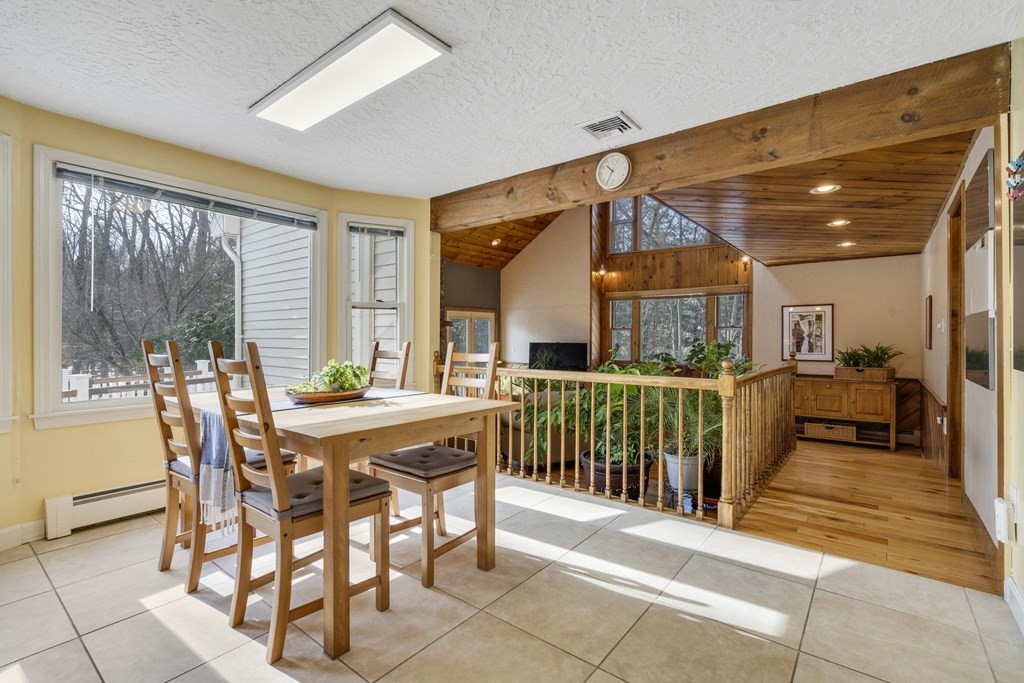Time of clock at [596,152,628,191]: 10:35
